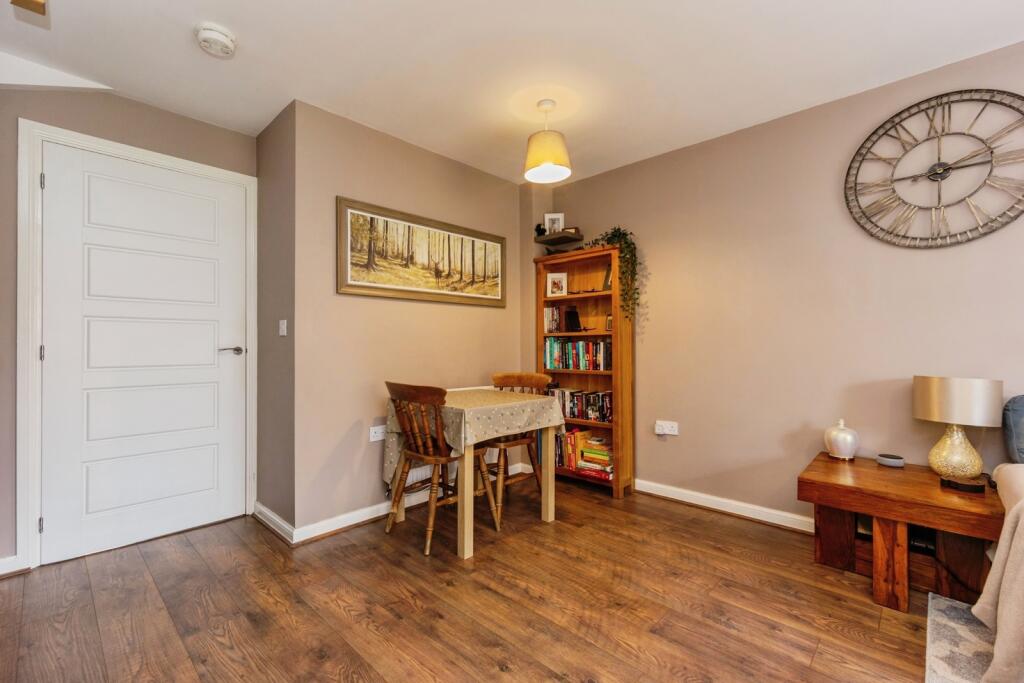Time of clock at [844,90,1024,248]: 2:44
